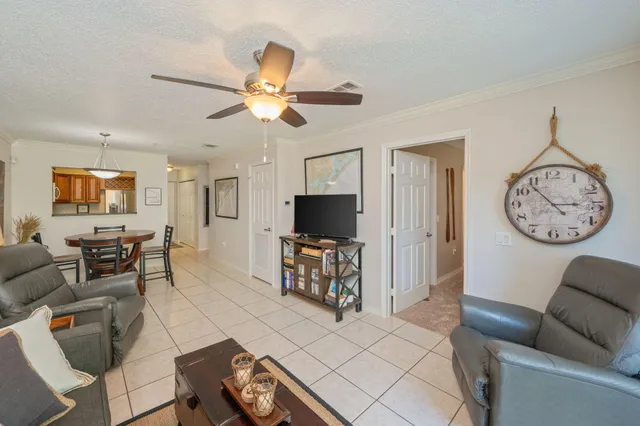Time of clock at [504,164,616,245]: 2:53
